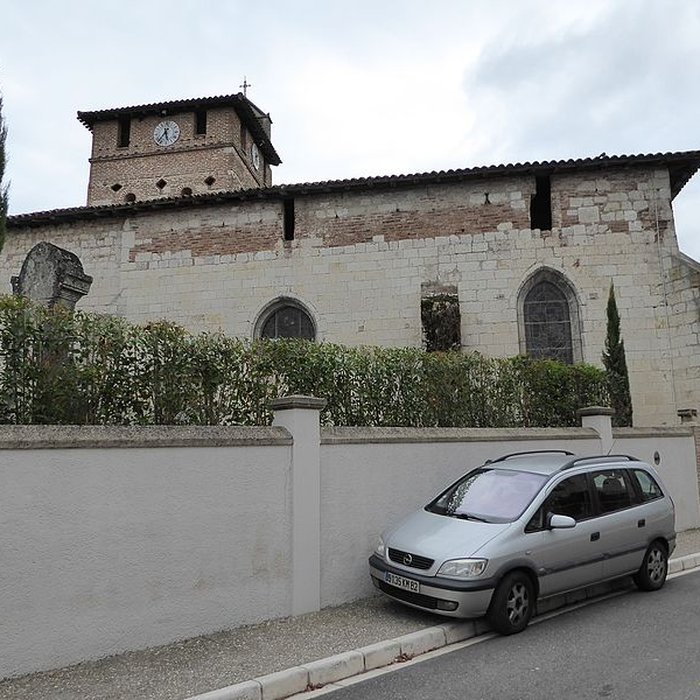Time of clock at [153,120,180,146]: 5:36
